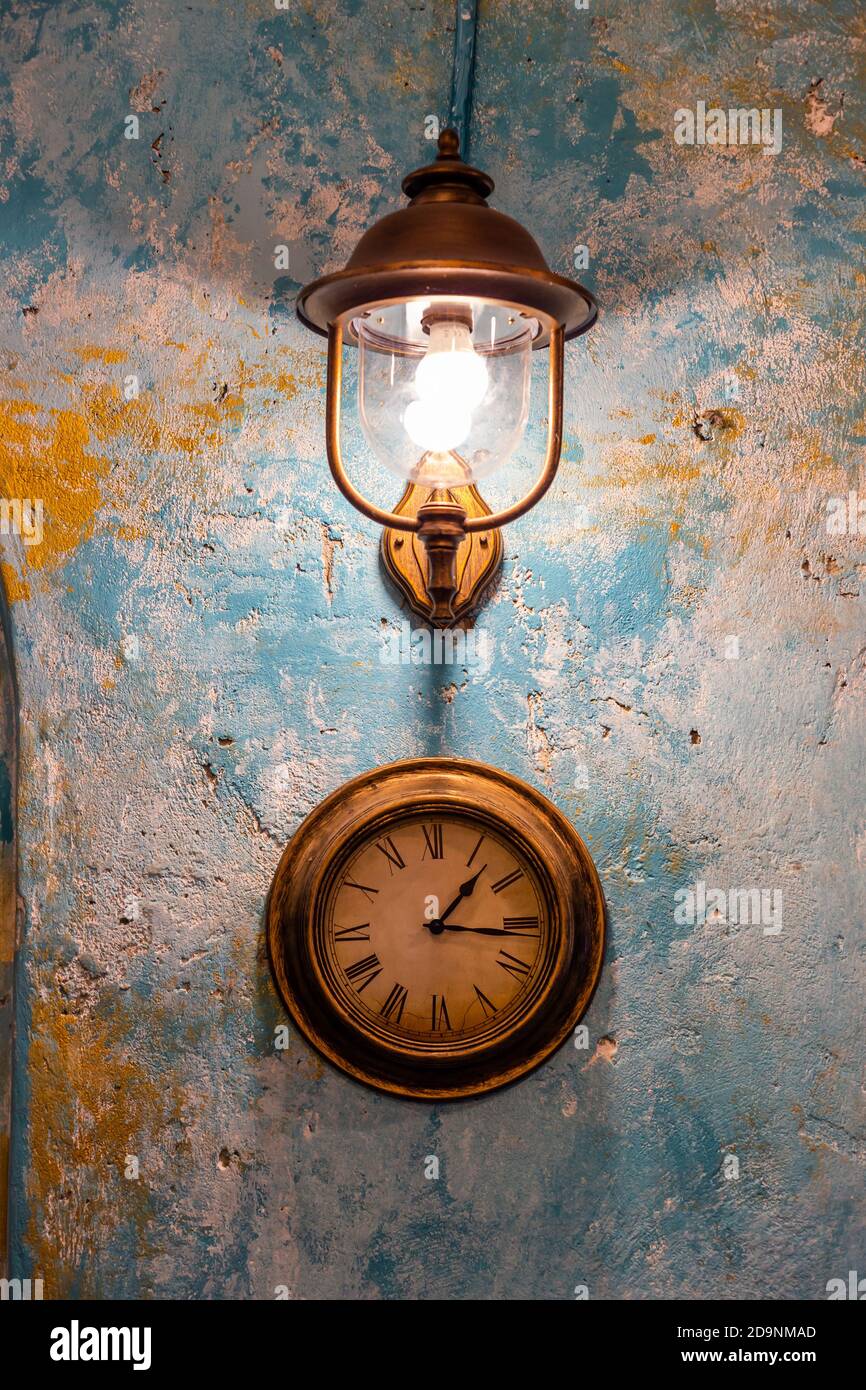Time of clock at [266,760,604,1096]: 1:16
